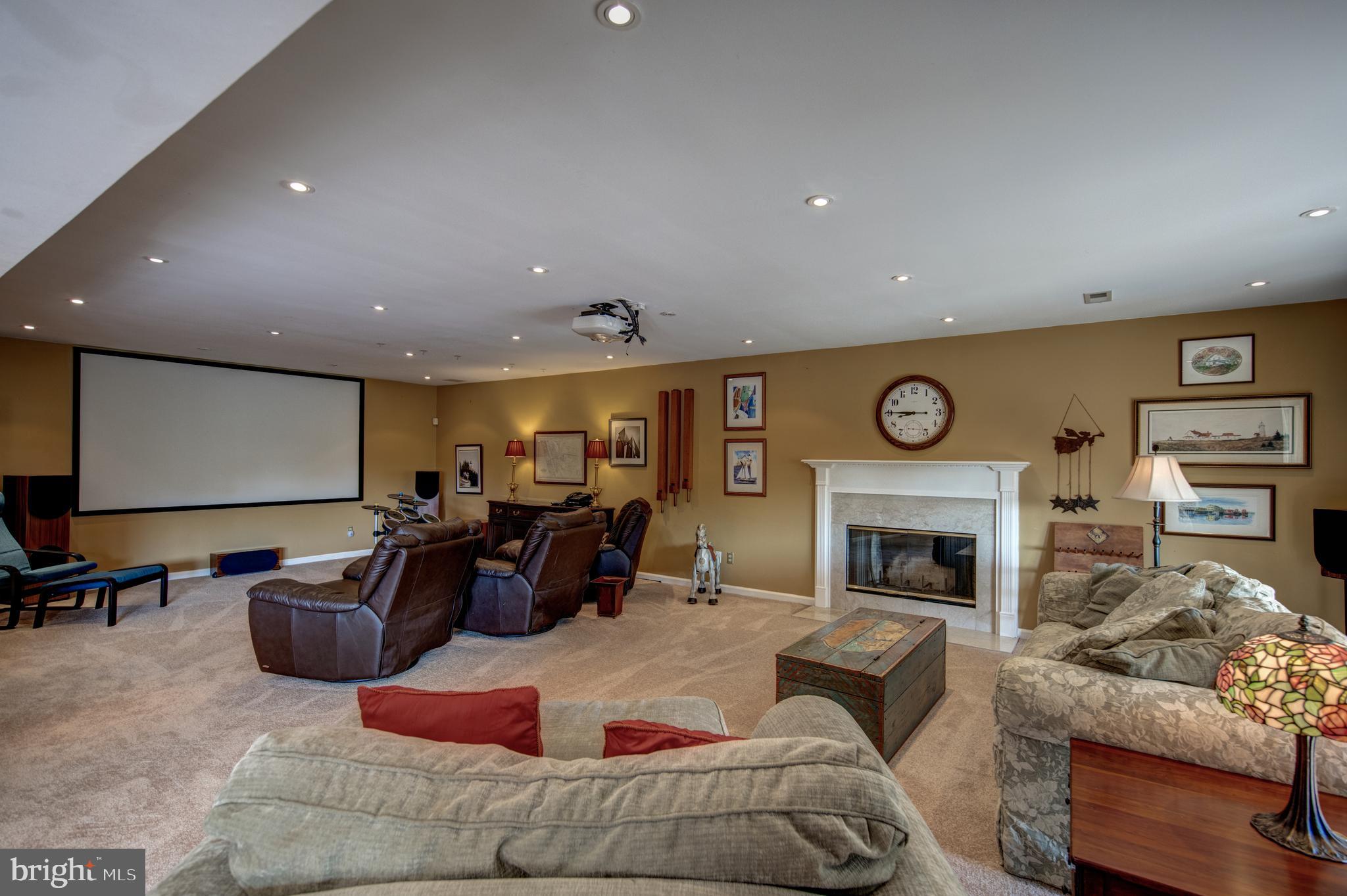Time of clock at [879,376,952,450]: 8:45
